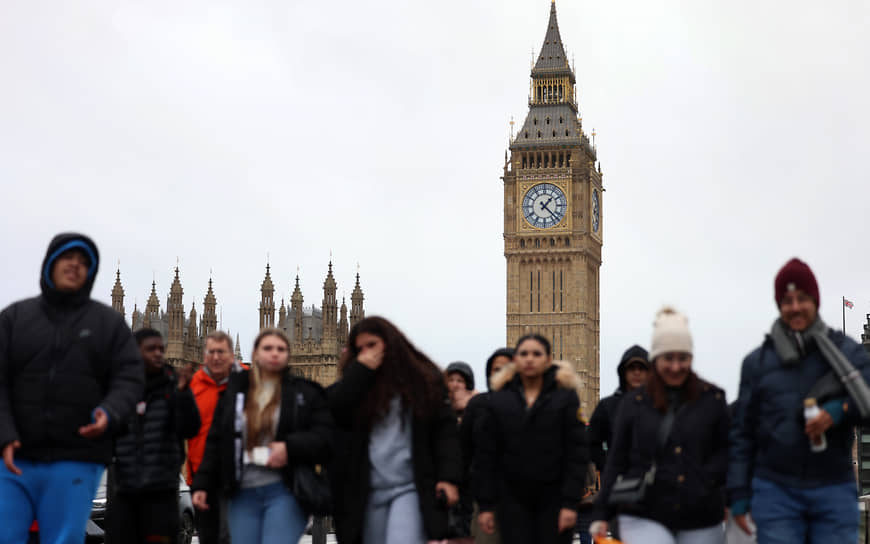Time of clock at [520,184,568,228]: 1:22
